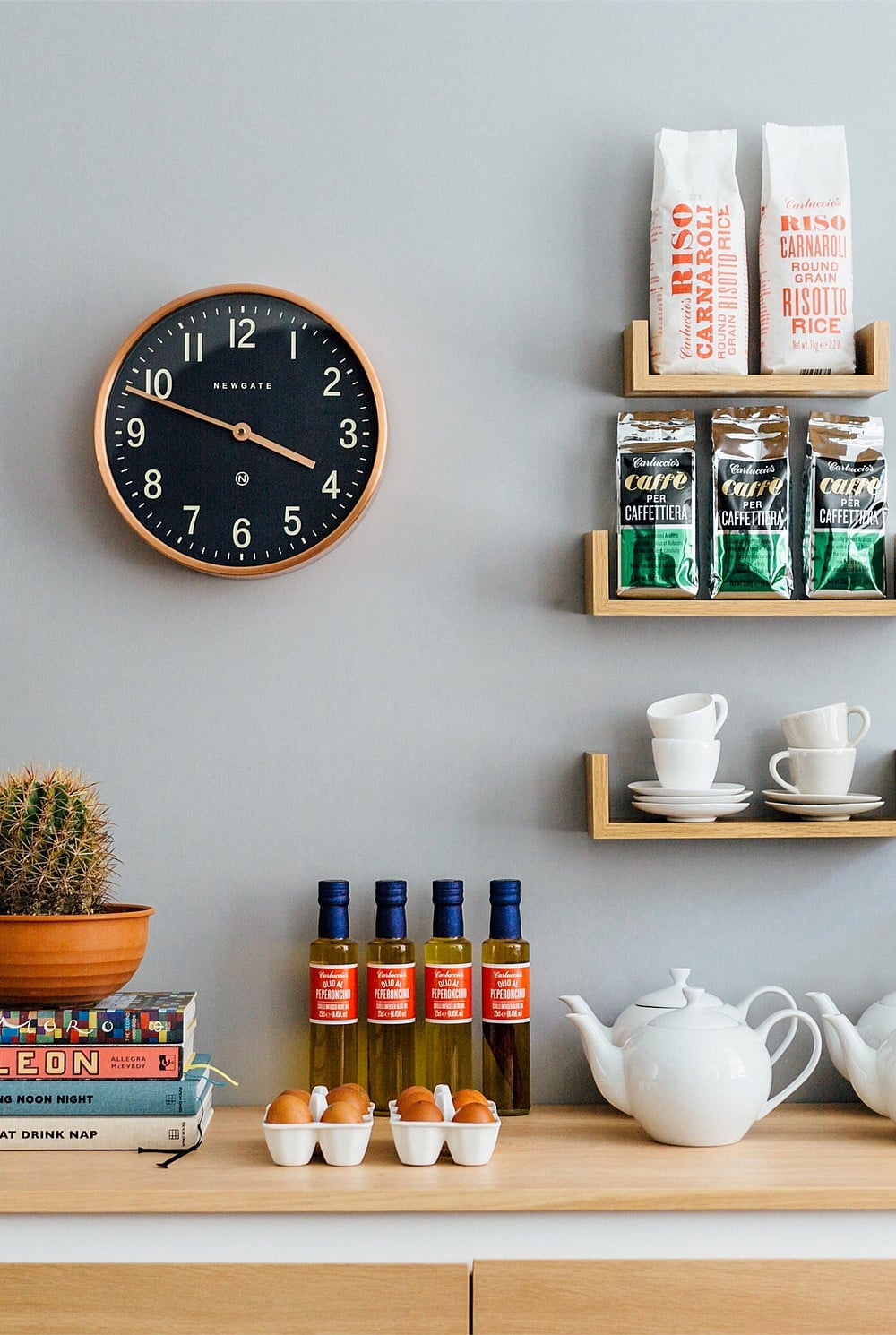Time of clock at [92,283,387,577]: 3:48
